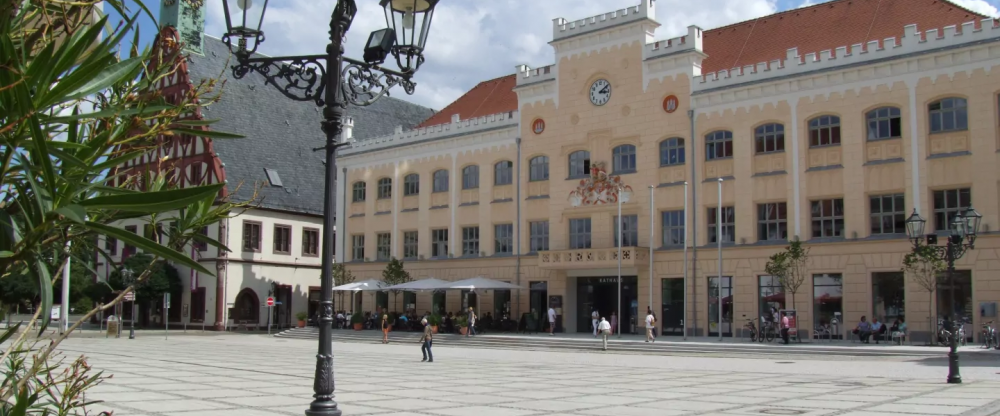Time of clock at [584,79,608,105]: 3:09
